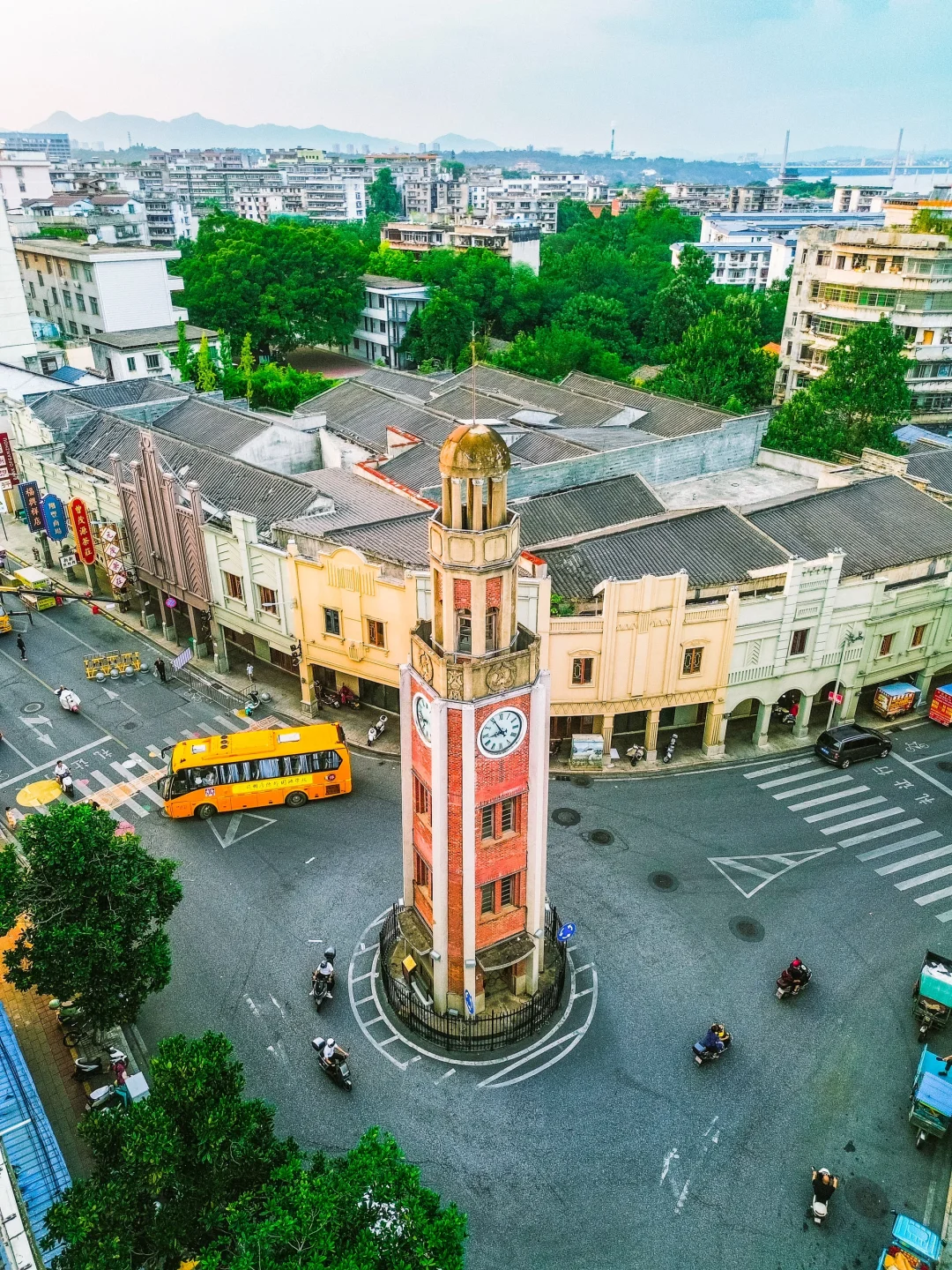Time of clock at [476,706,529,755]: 8:54
